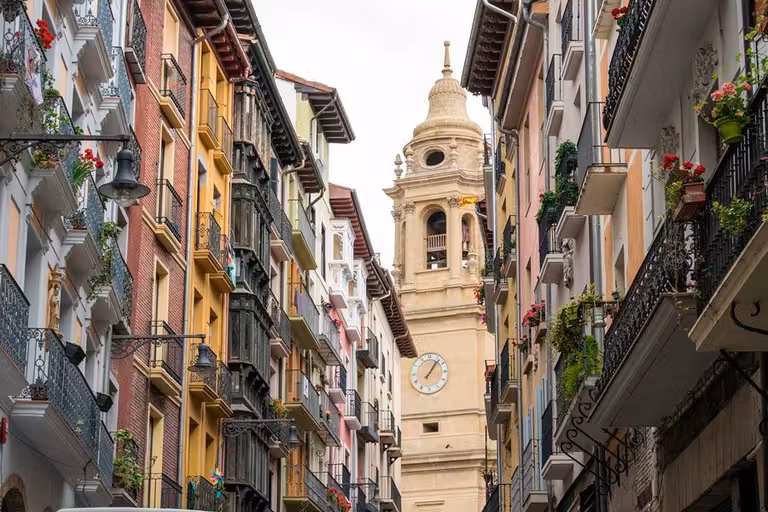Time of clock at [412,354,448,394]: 1:06
